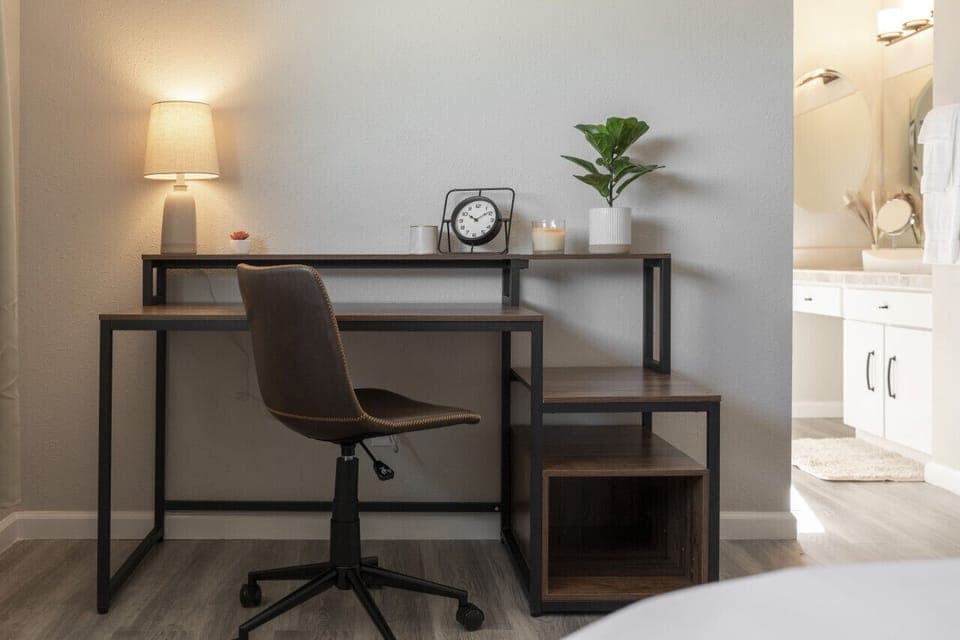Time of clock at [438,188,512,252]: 10:09
